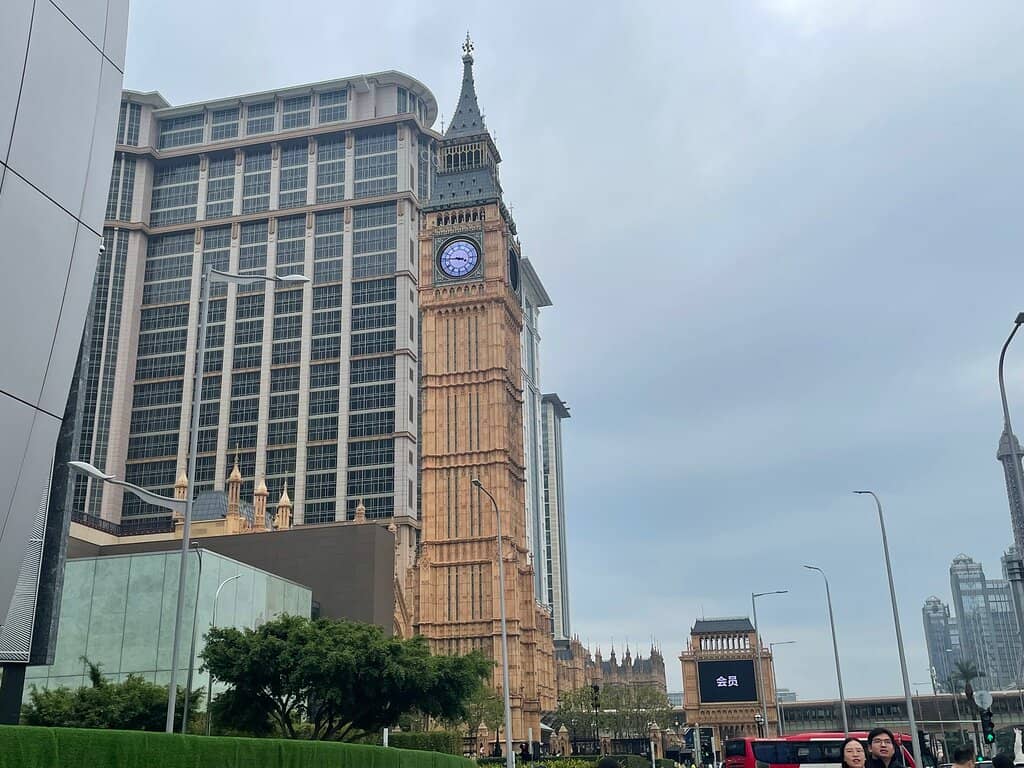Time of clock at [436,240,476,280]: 3:45
